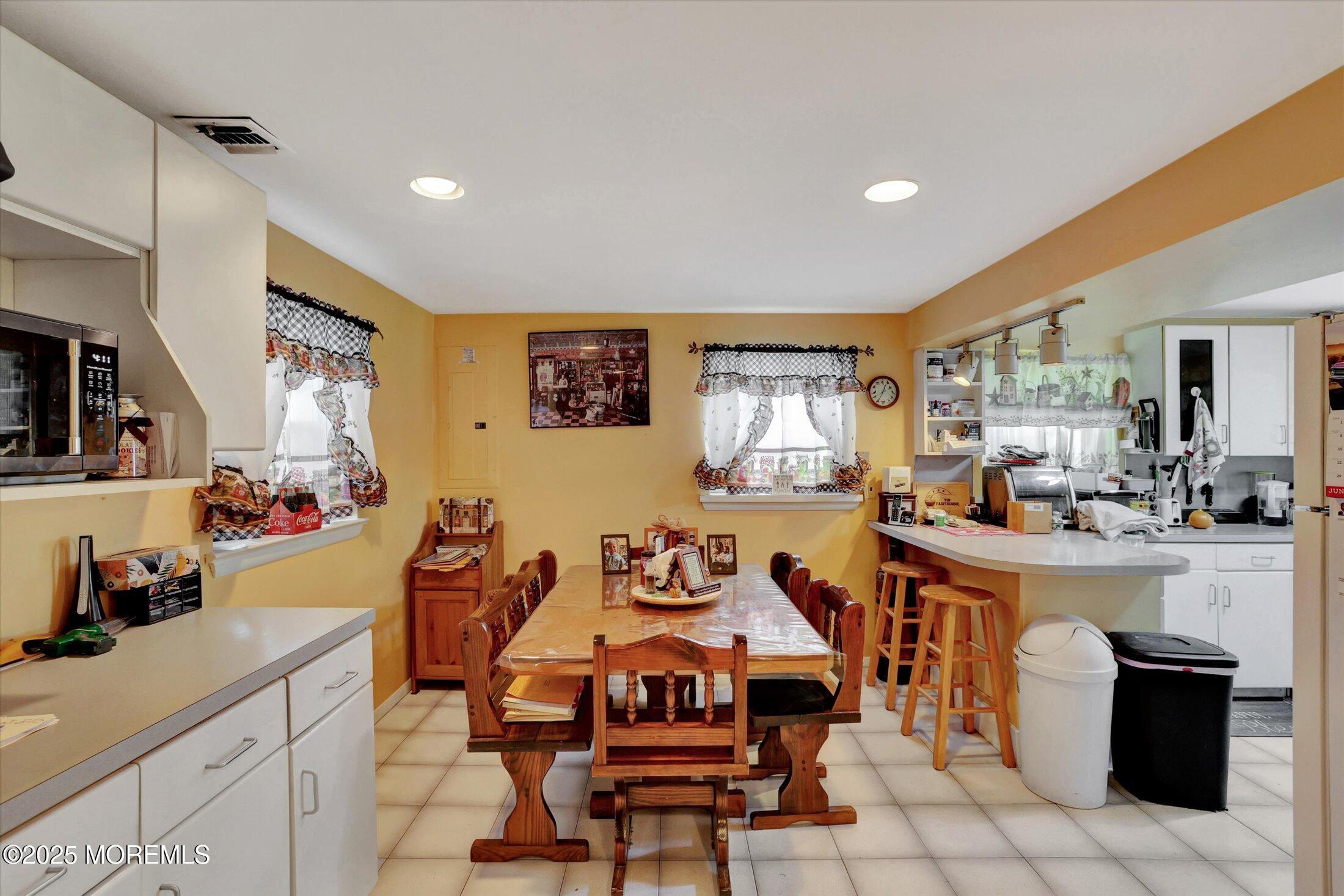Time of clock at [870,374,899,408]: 12:35
